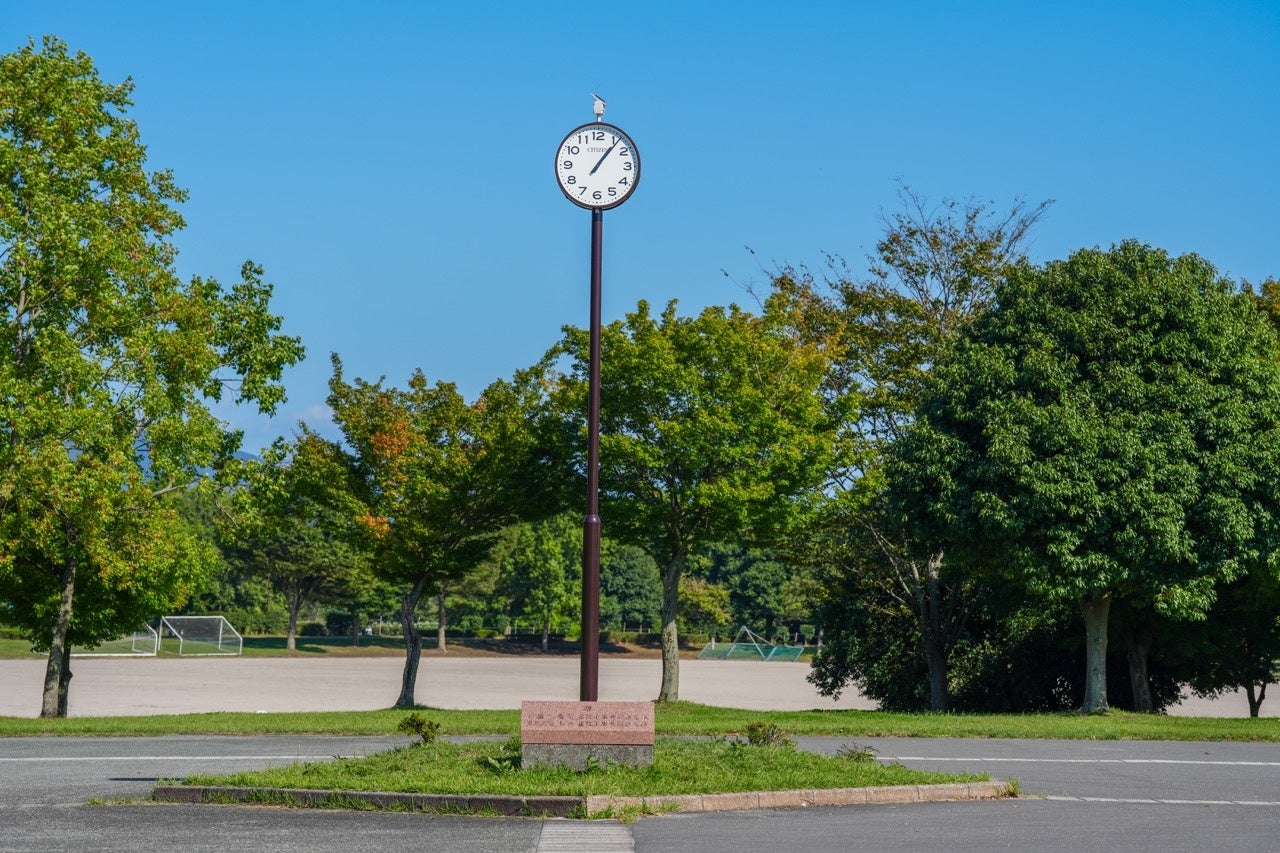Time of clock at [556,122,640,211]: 1:06
